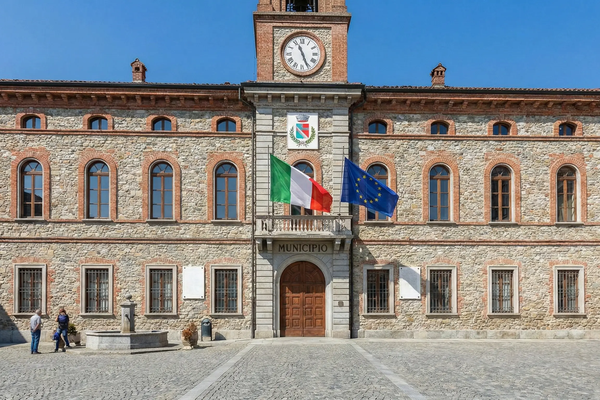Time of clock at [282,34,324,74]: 11:26
